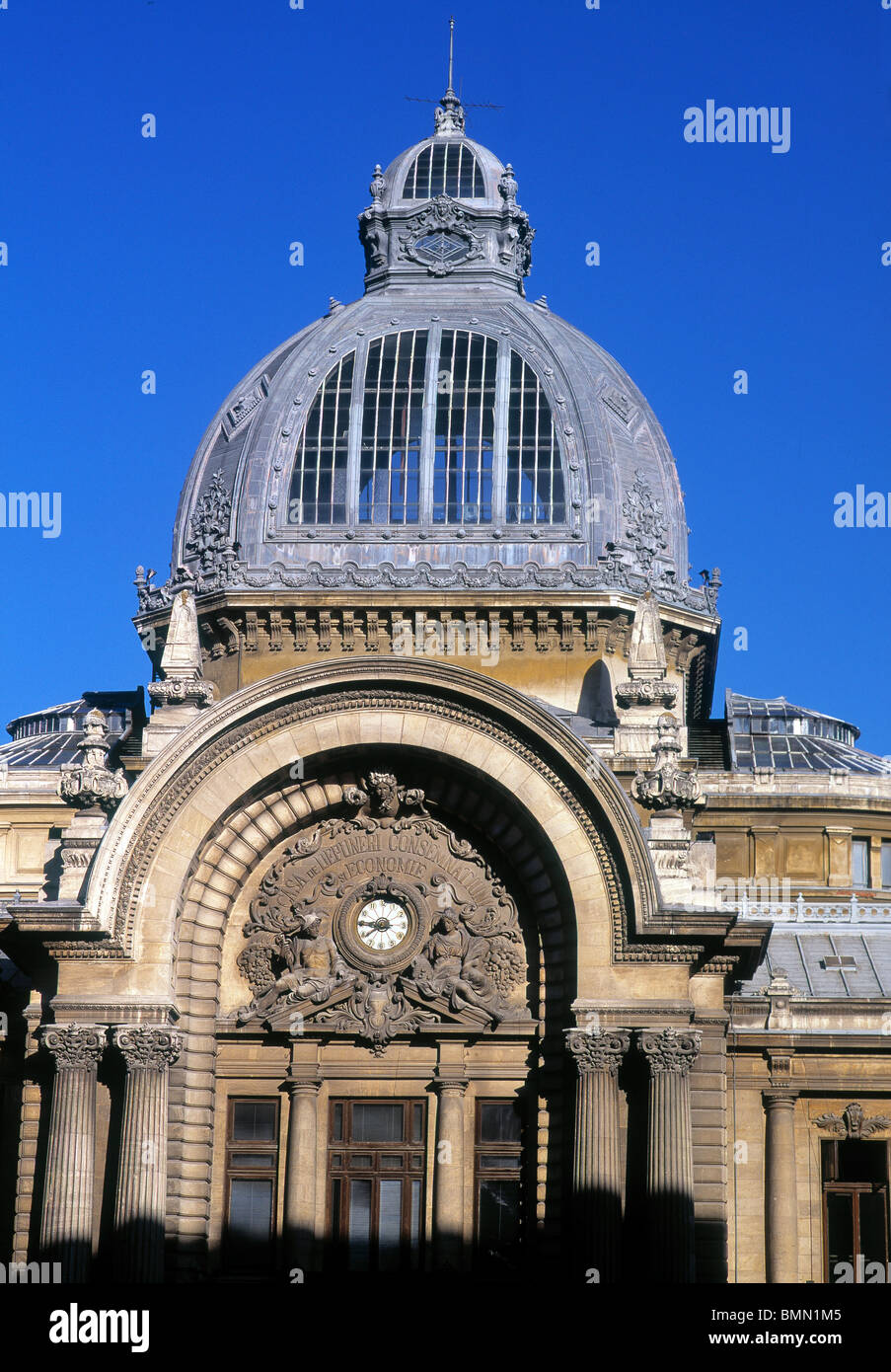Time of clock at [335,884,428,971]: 7:45
